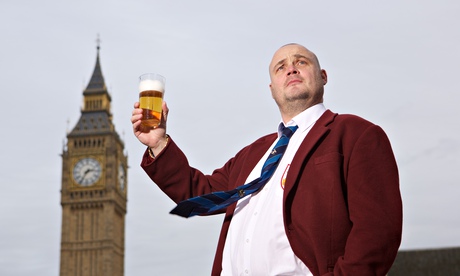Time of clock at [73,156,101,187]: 2:35
